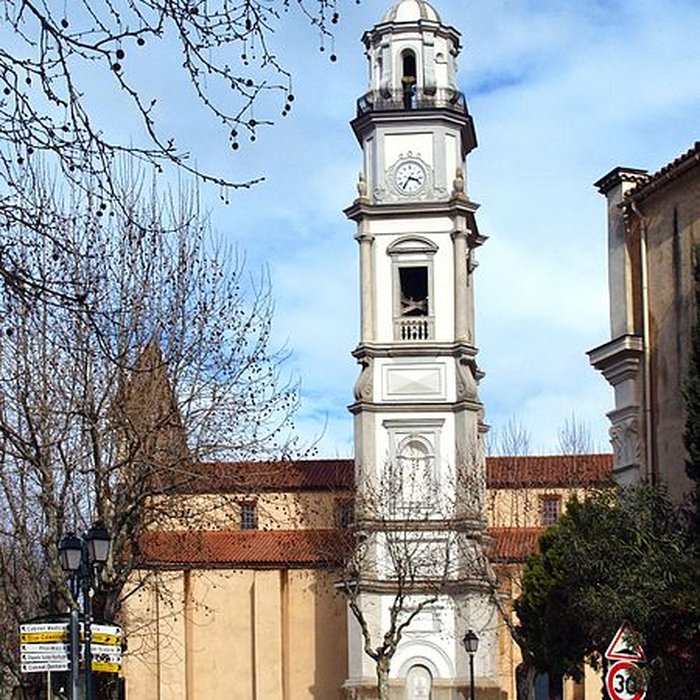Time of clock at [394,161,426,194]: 3:35
